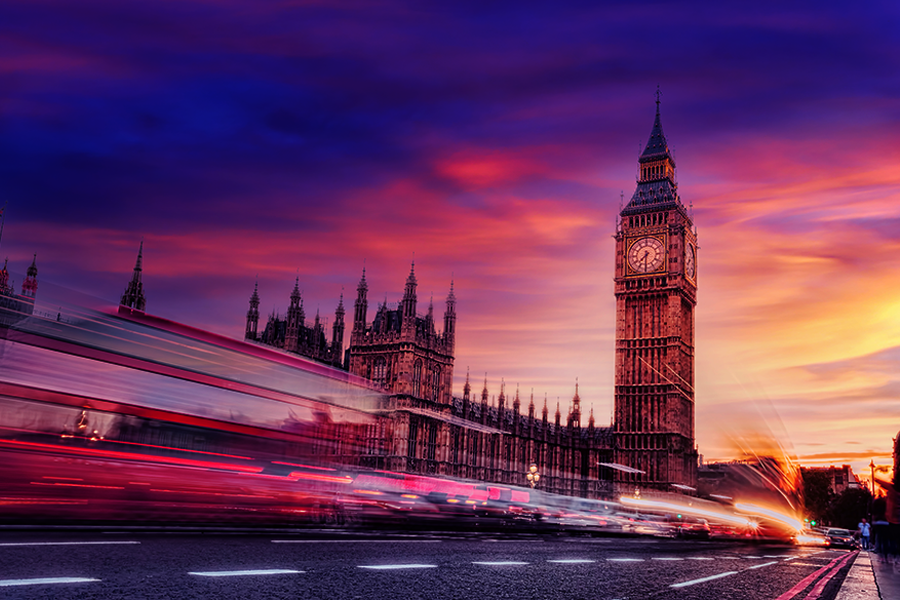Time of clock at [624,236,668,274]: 7:30
